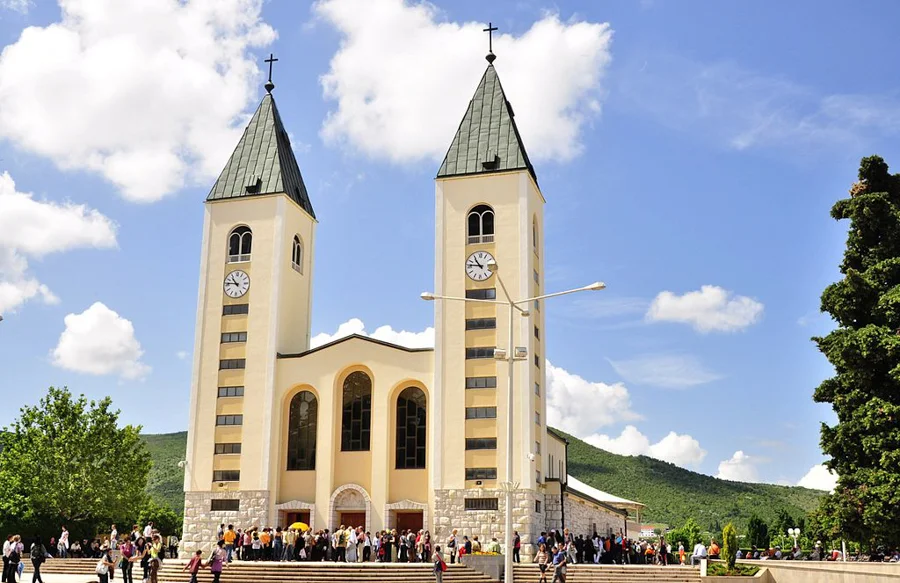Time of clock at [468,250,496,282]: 10:46
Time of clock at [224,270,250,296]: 10:46
